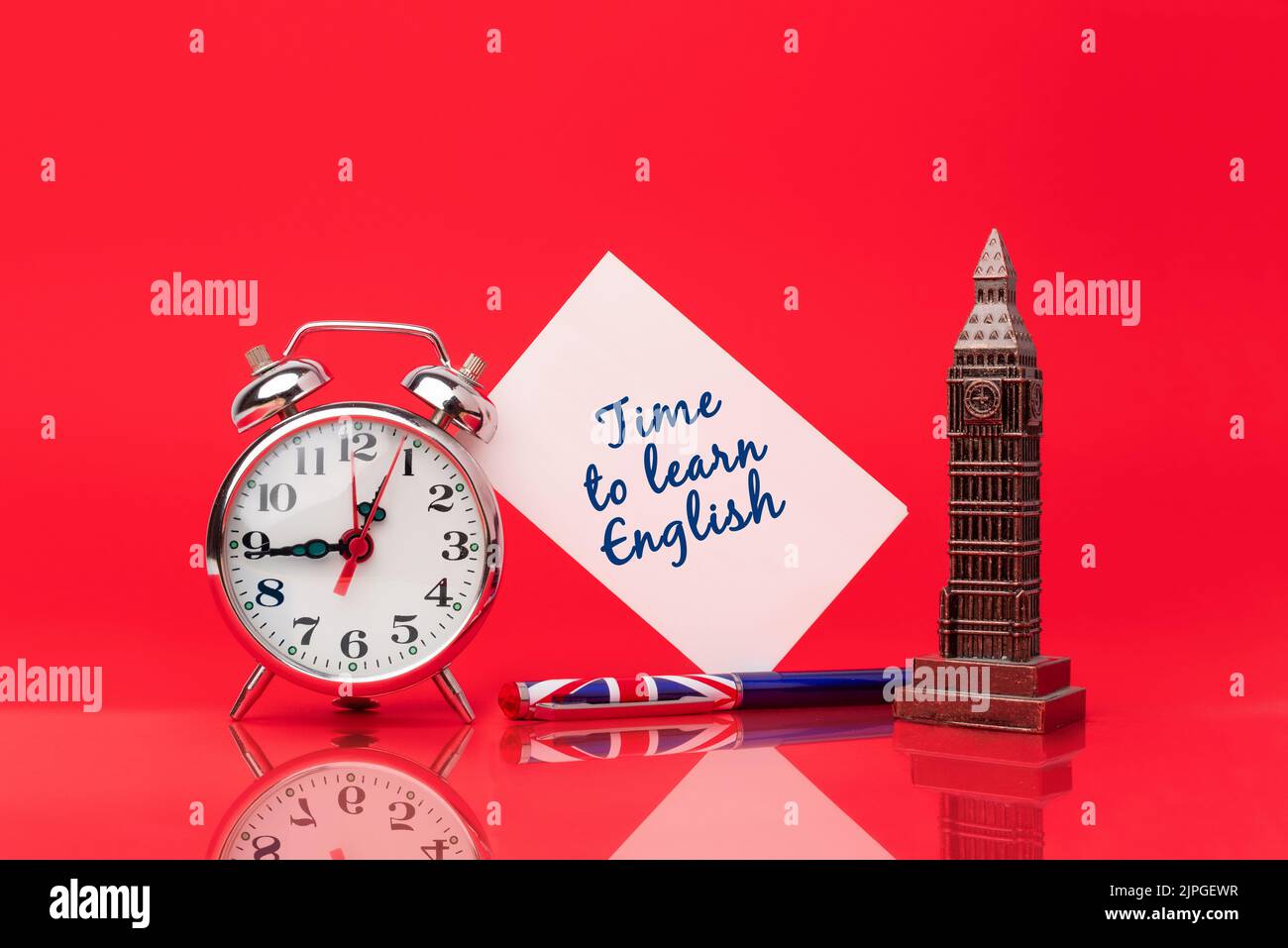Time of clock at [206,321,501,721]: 12:44
